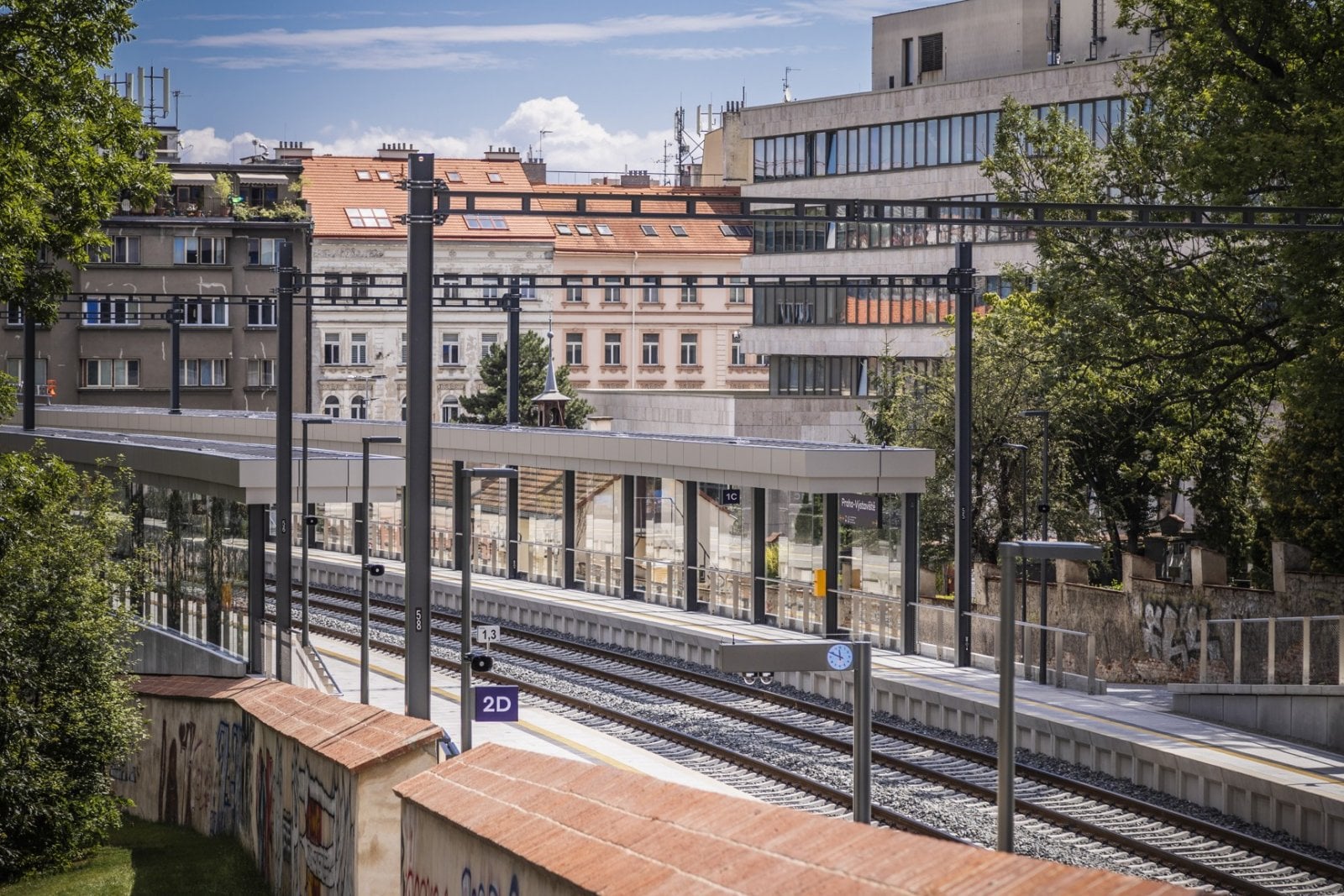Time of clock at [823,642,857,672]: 11:48
